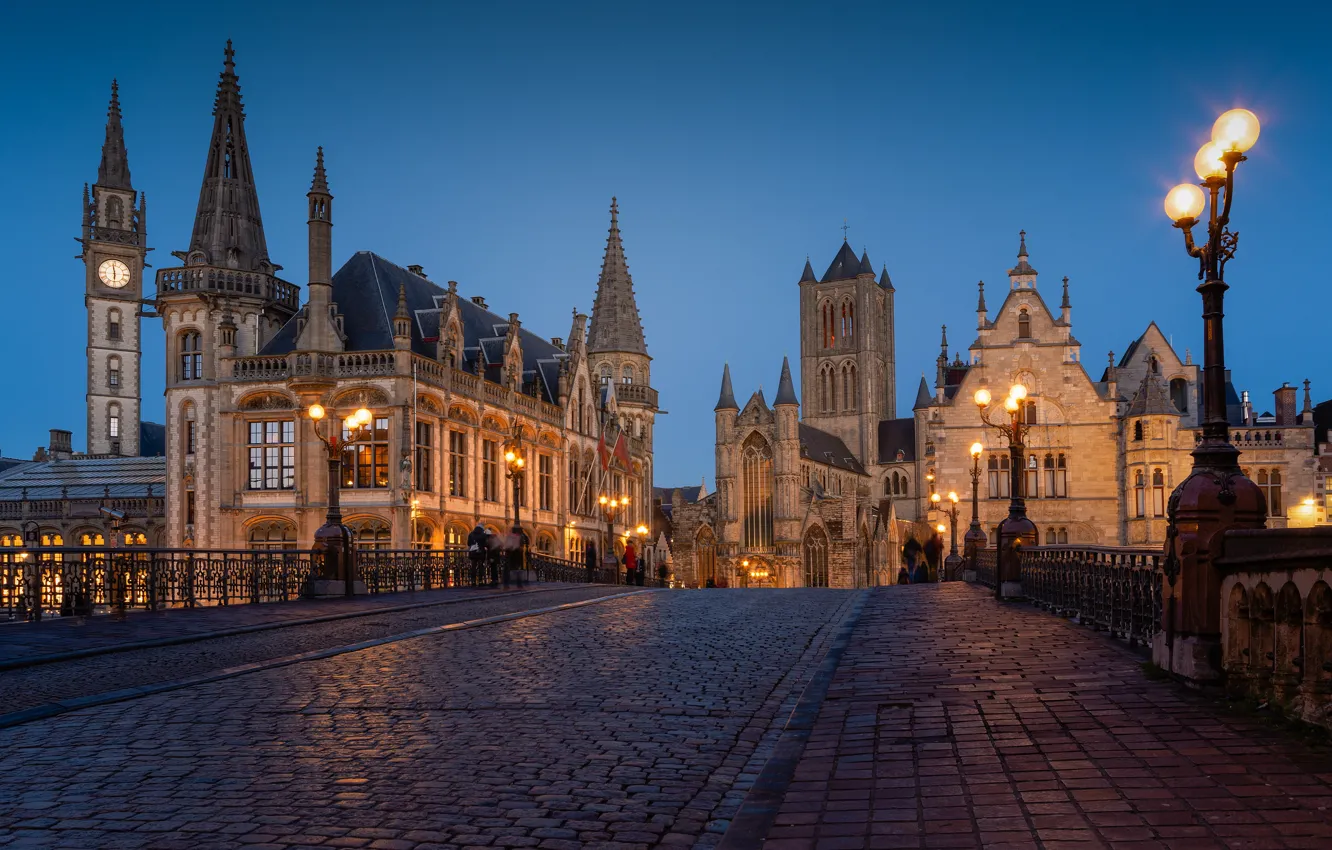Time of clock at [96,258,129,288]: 5:58
